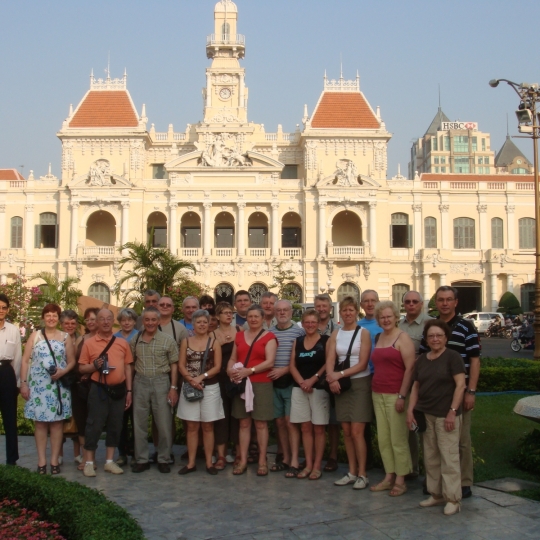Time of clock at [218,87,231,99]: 7:52
